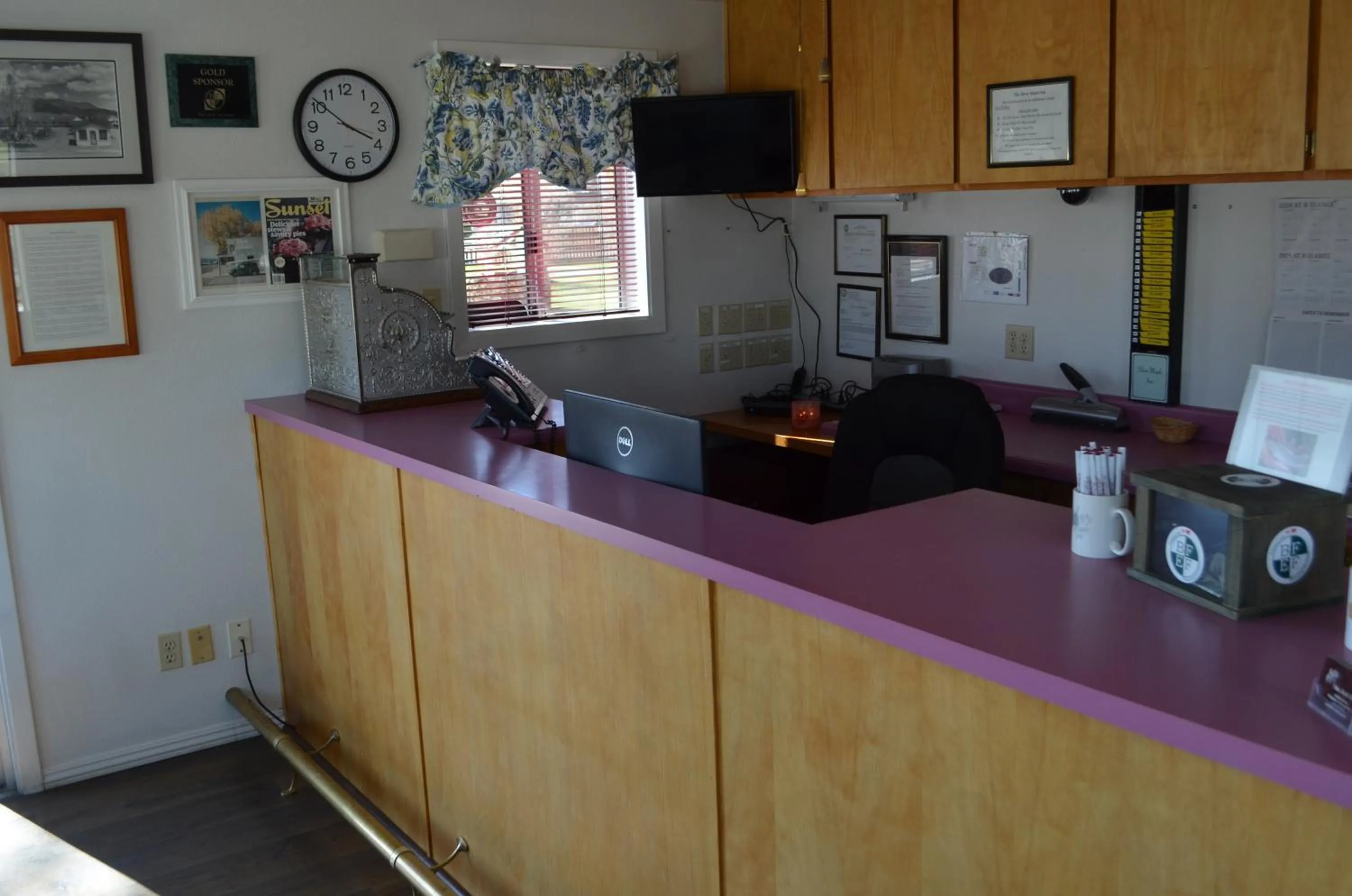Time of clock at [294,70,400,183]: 3:51
